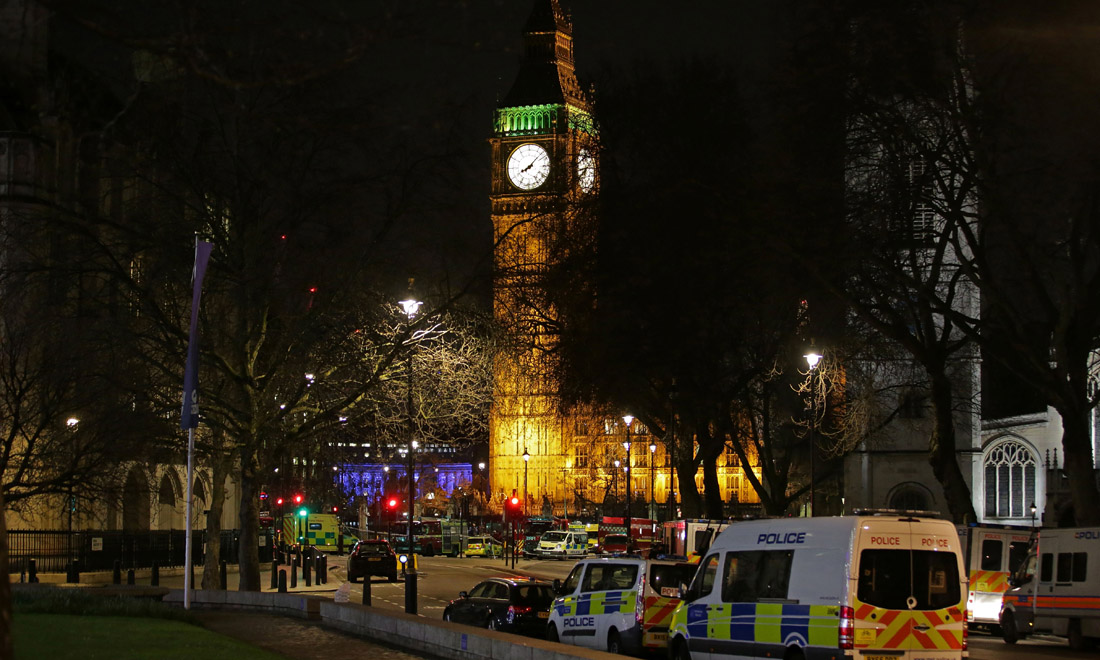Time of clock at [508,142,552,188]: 8:07
